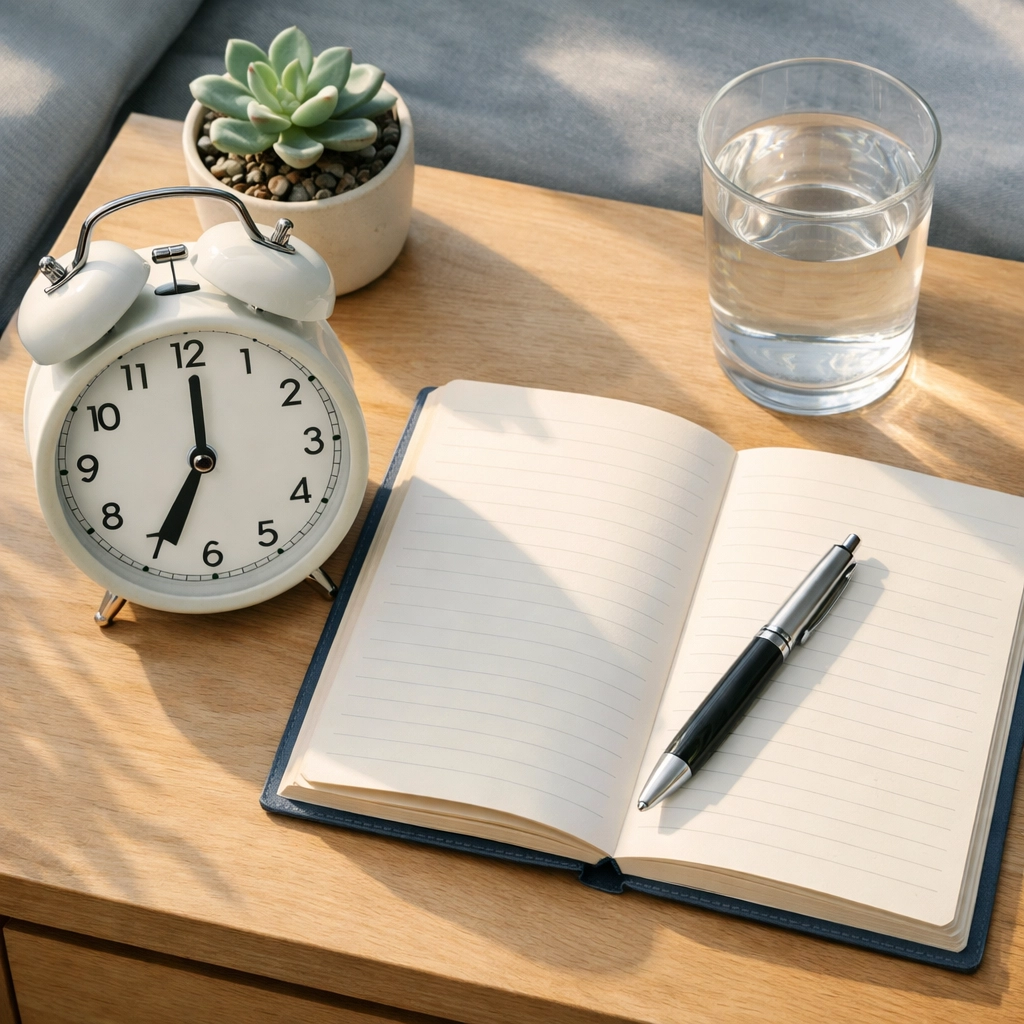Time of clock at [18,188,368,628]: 7:00
